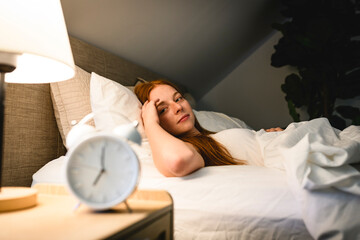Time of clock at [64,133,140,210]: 6:58
